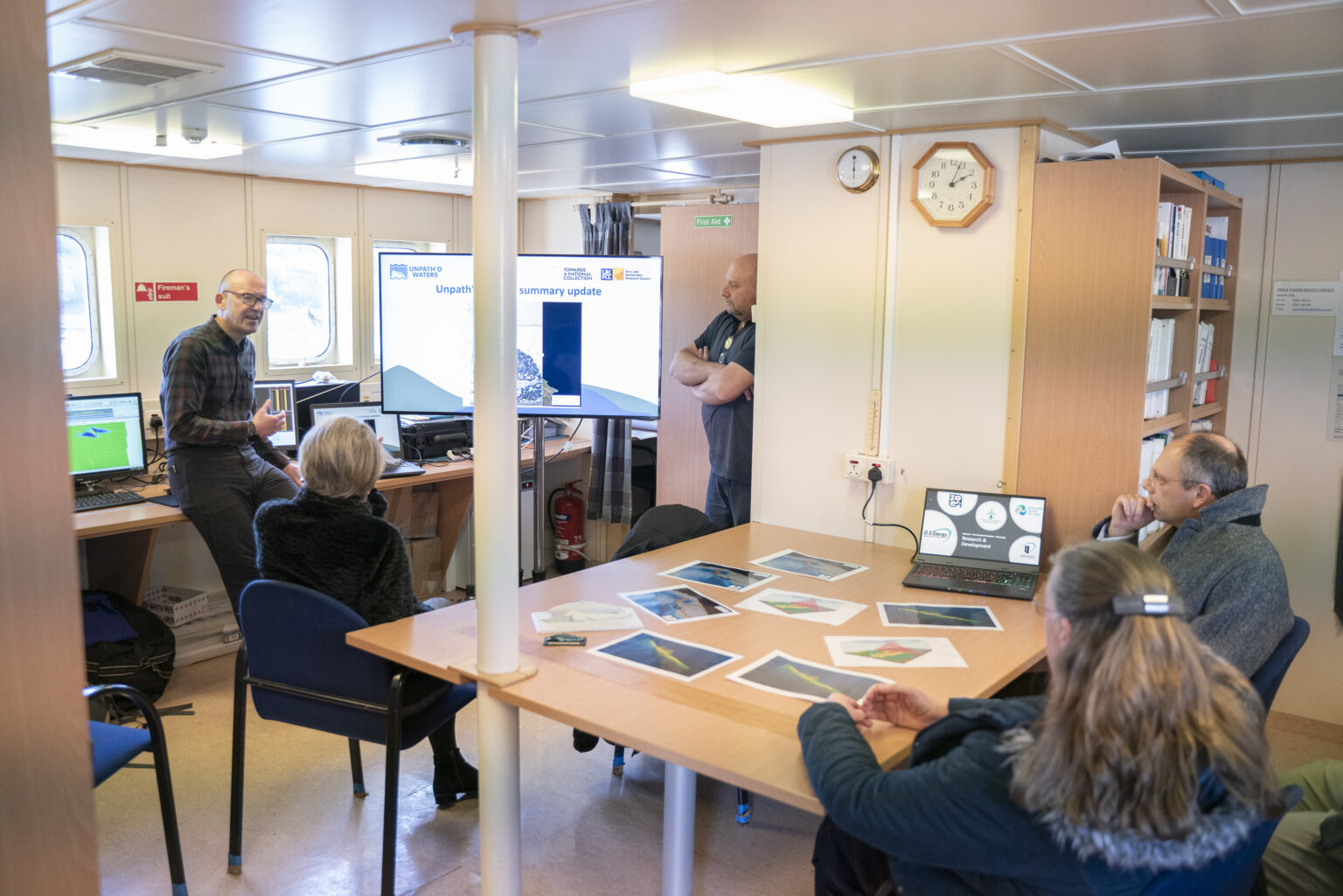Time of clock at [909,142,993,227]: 2:03
